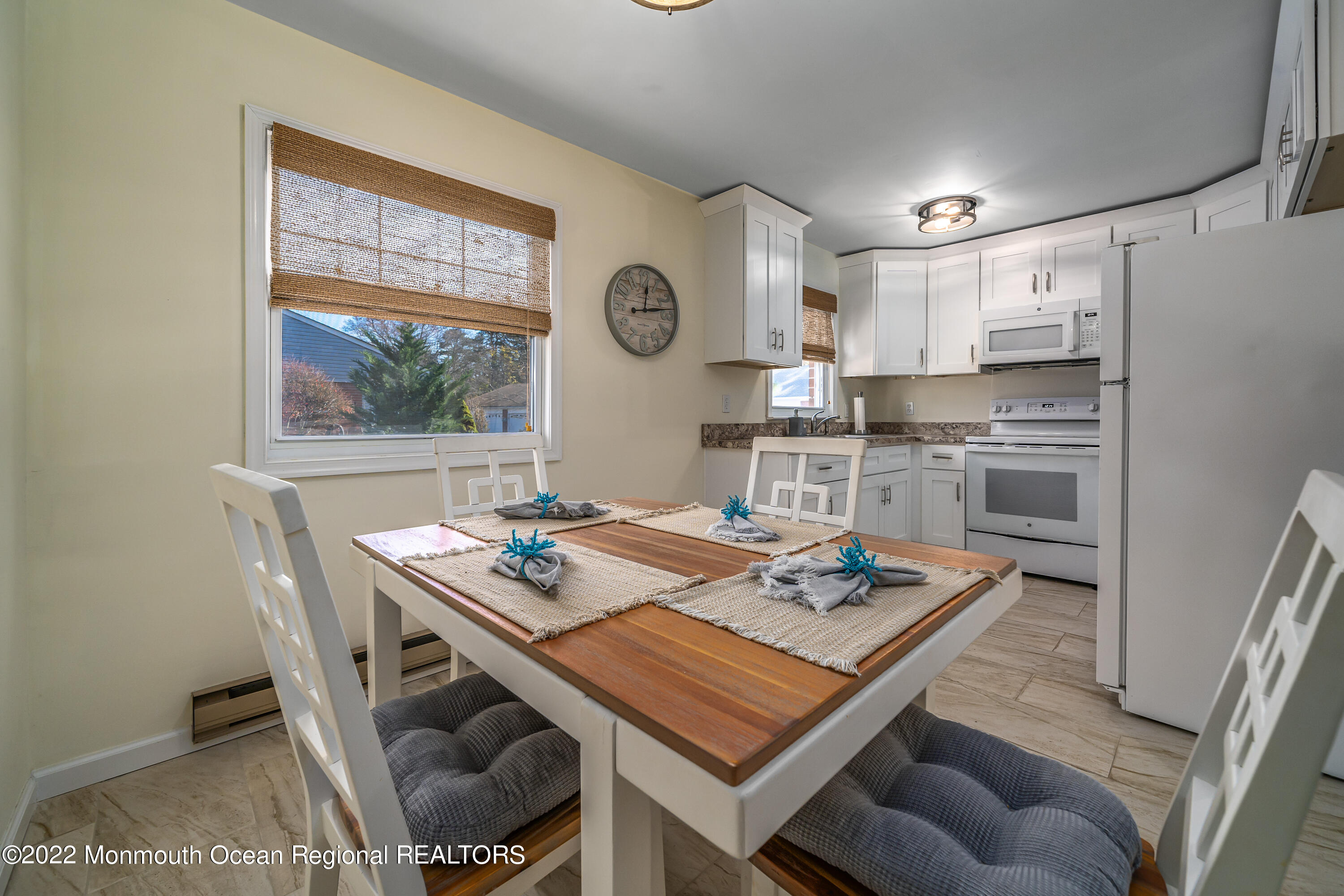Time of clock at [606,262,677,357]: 12:13
